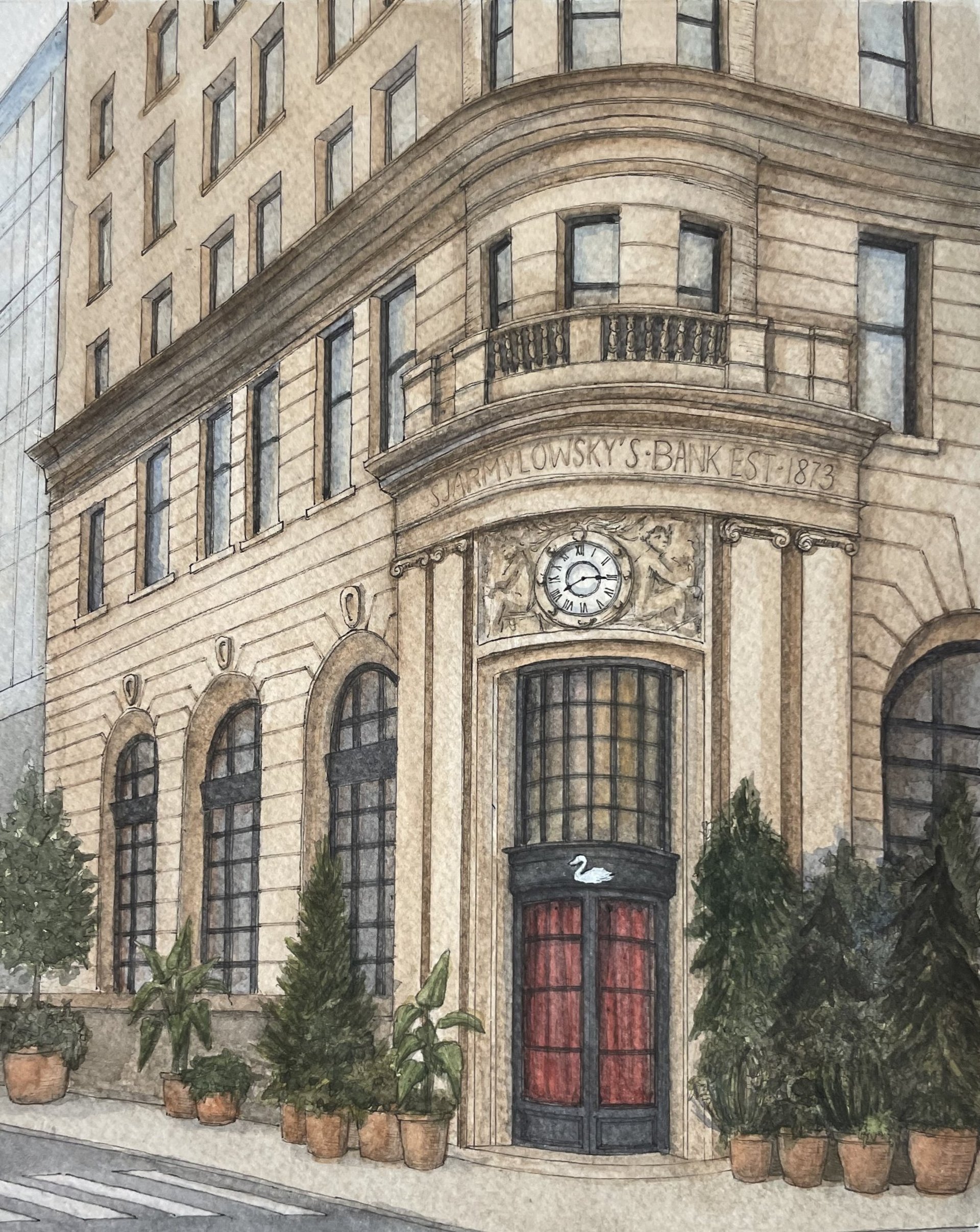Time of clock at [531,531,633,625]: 8:15
